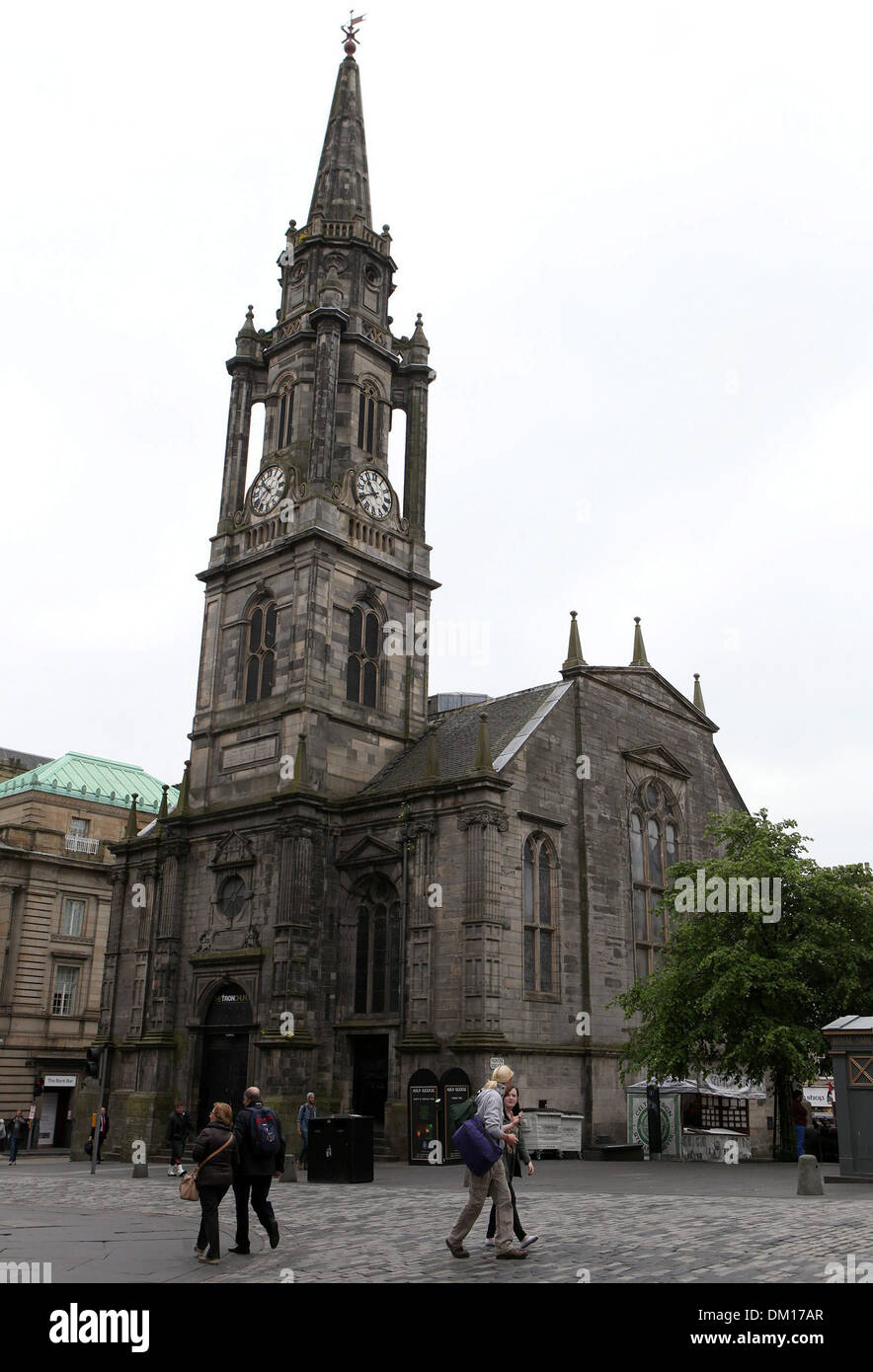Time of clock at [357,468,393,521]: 10:40
